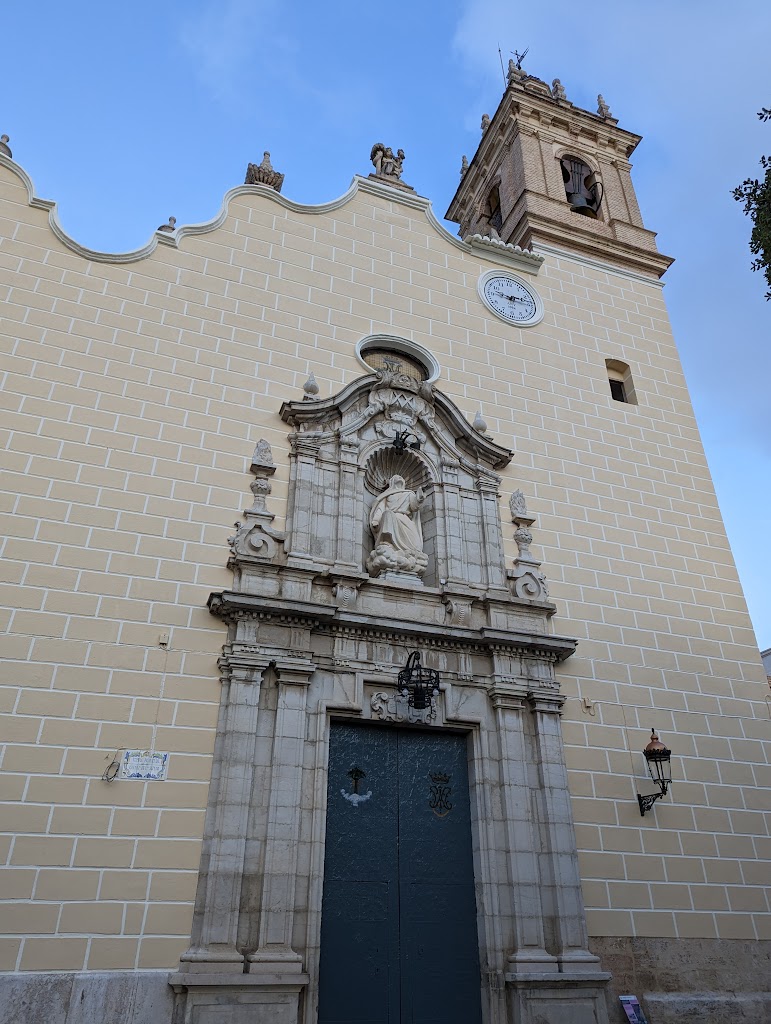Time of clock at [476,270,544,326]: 9:14
